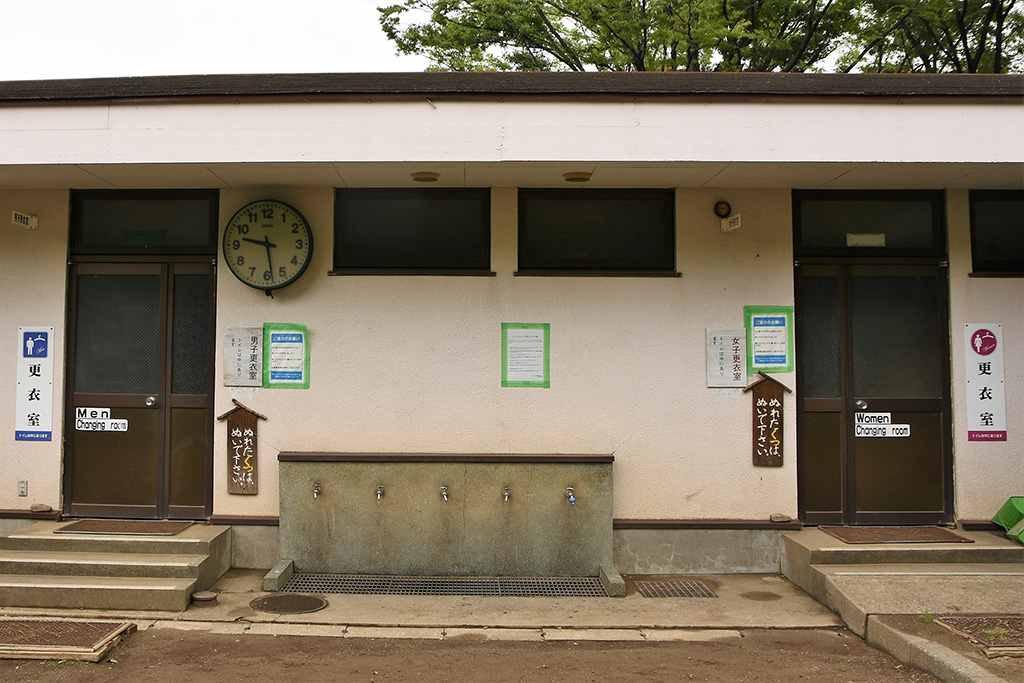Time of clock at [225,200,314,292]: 9:28
